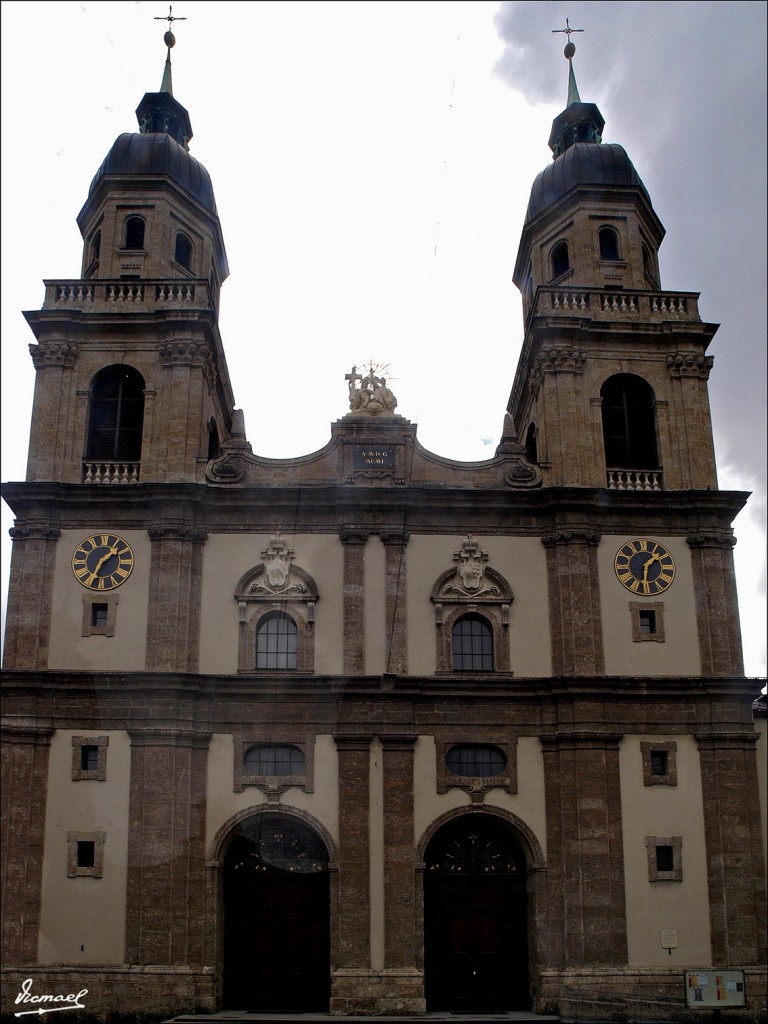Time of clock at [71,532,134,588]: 1:34
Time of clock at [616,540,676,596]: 1:30
